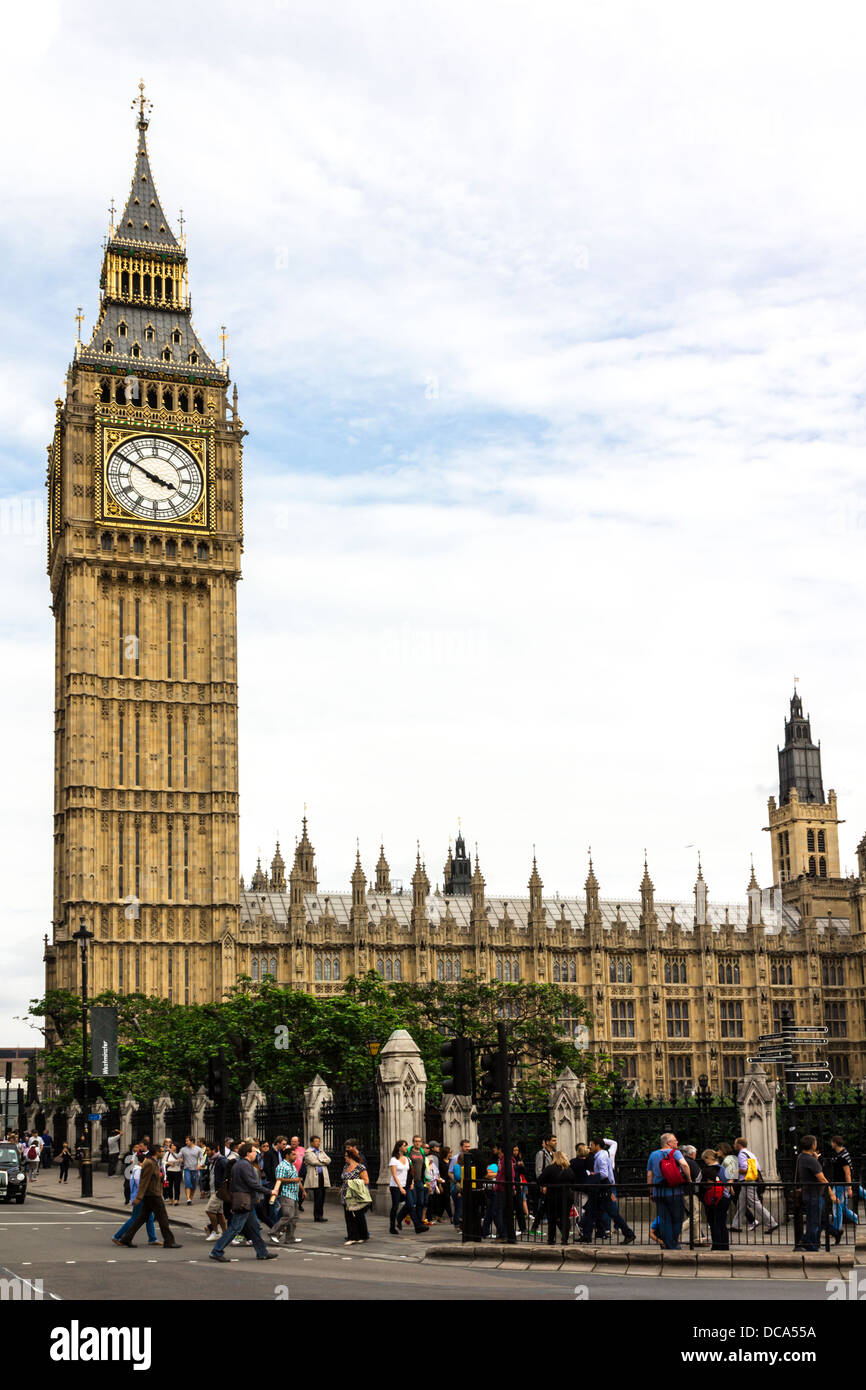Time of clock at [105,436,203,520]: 3:50
